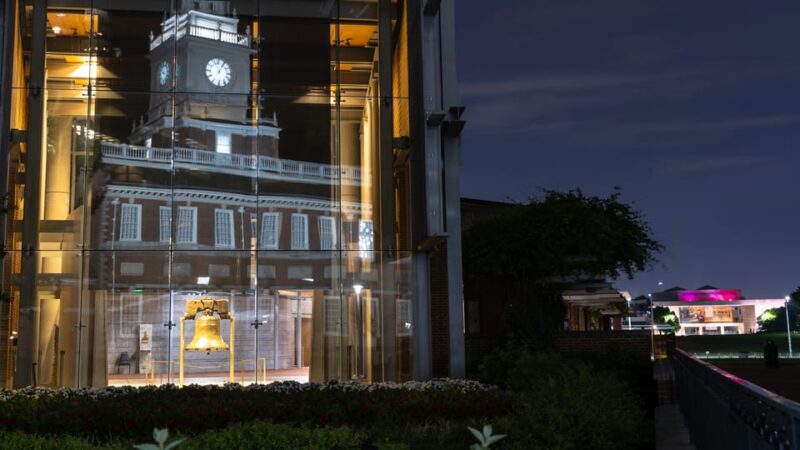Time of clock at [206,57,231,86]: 1:05
